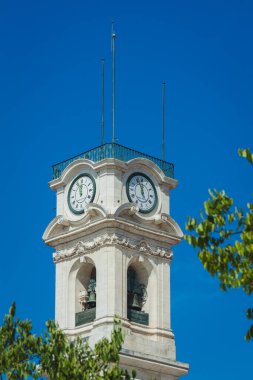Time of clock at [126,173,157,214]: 11:56
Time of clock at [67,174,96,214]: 11:55
